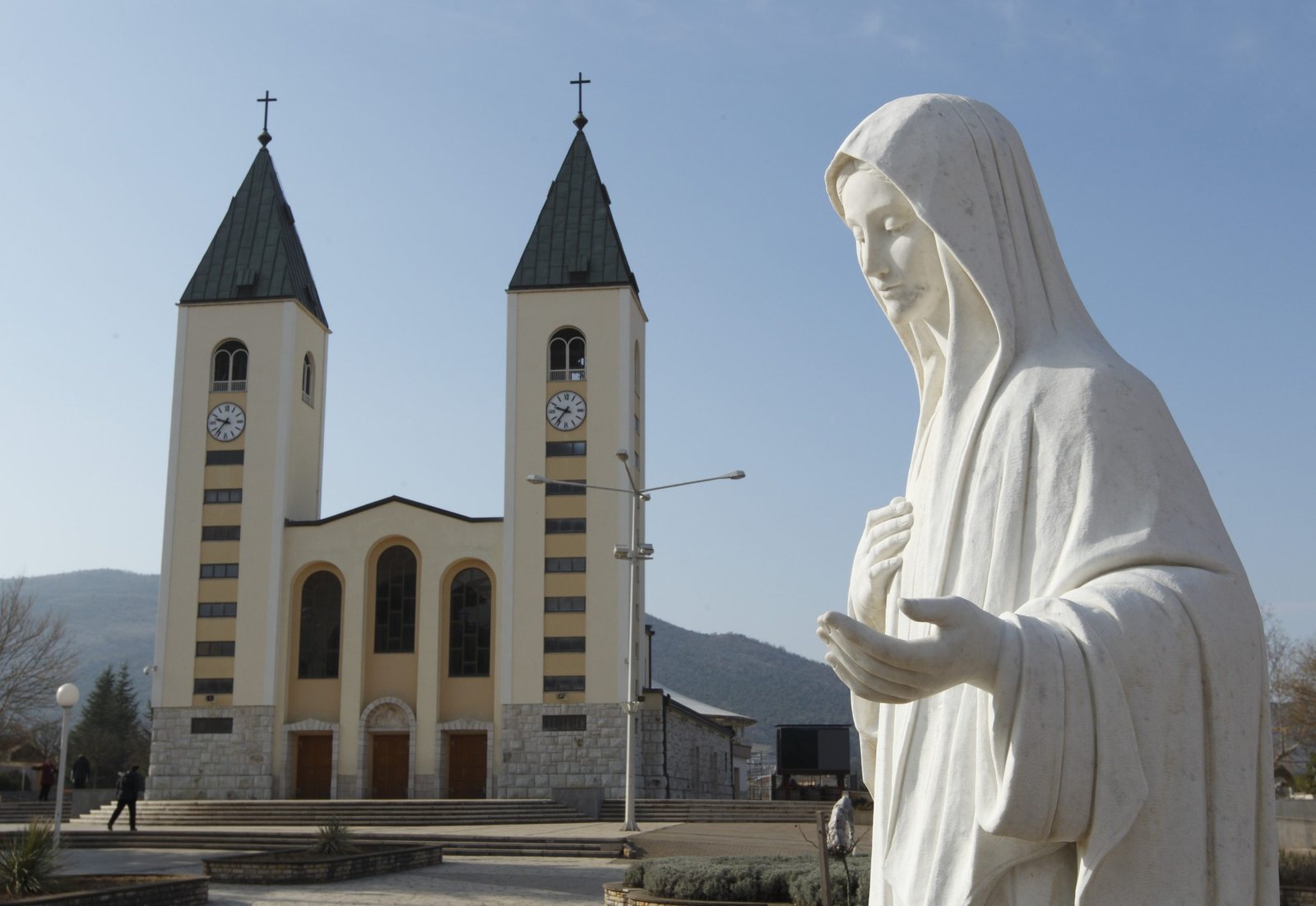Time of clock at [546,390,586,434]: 9:36
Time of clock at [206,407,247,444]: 9:36
